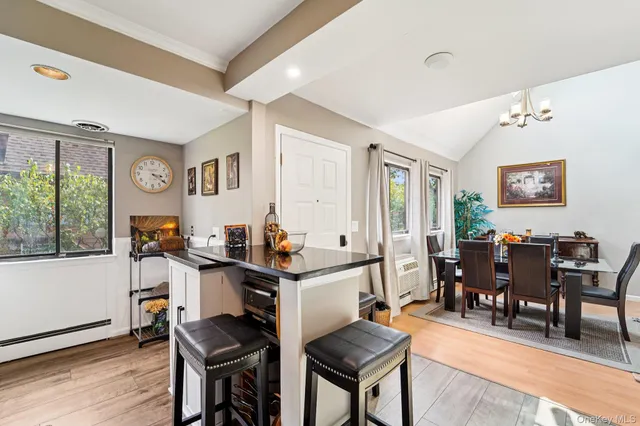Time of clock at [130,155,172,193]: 3:20
